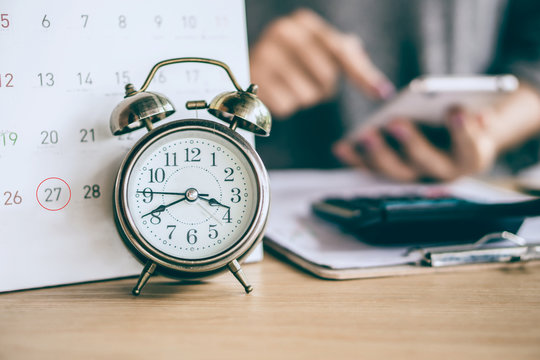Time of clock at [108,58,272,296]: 3:41
